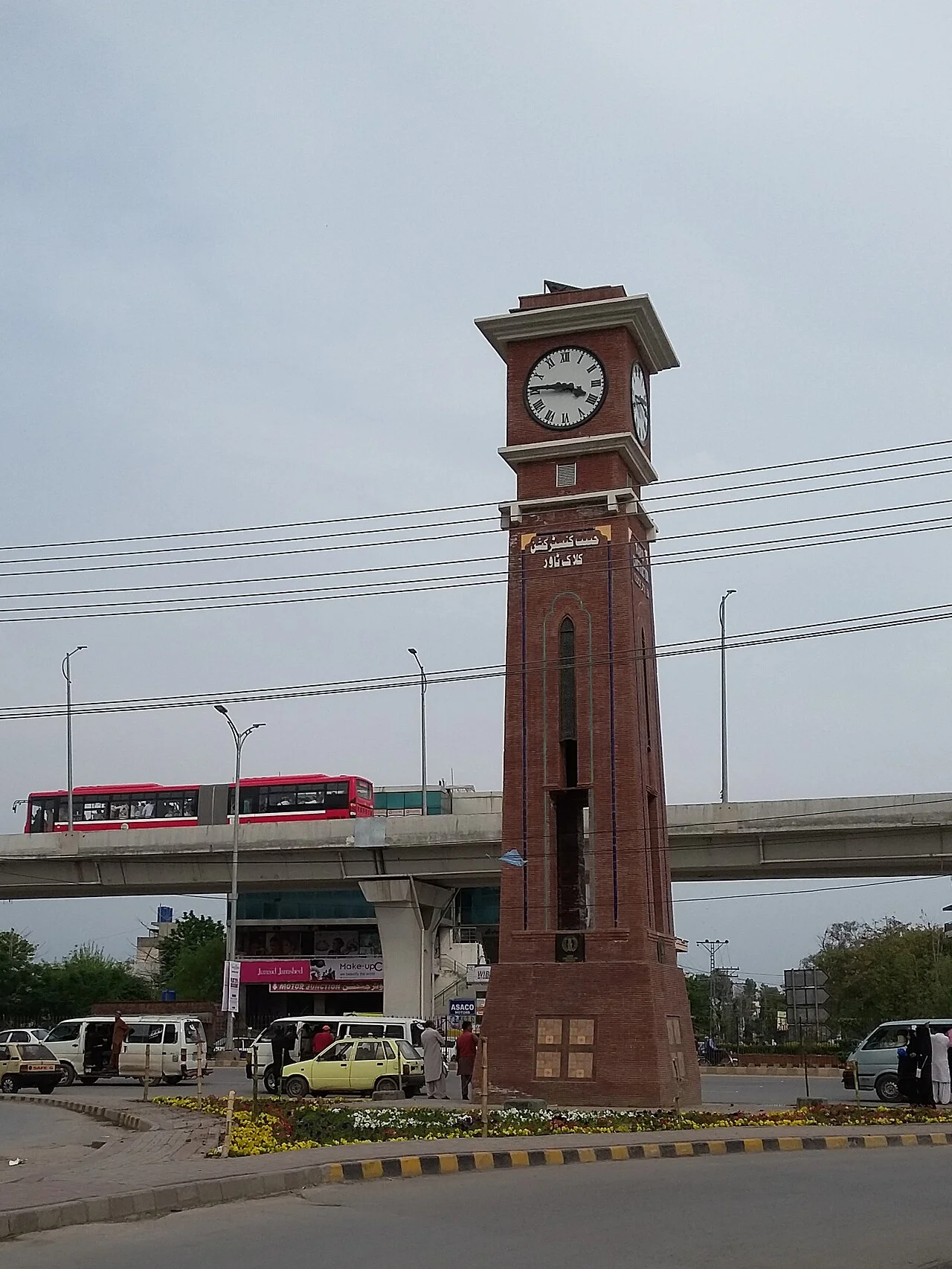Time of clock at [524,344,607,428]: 3:45
